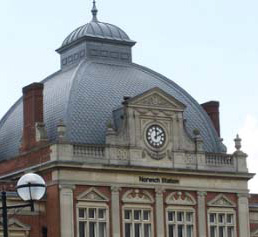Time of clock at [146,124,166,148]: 12:10
